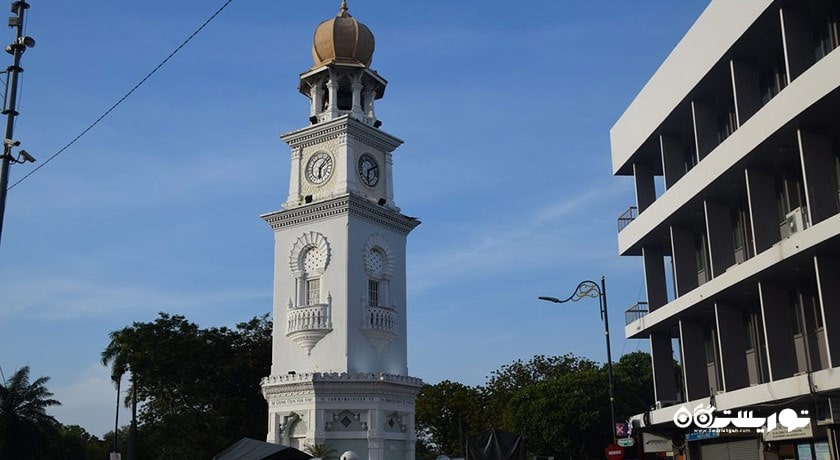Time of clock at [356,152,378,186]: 6:11
